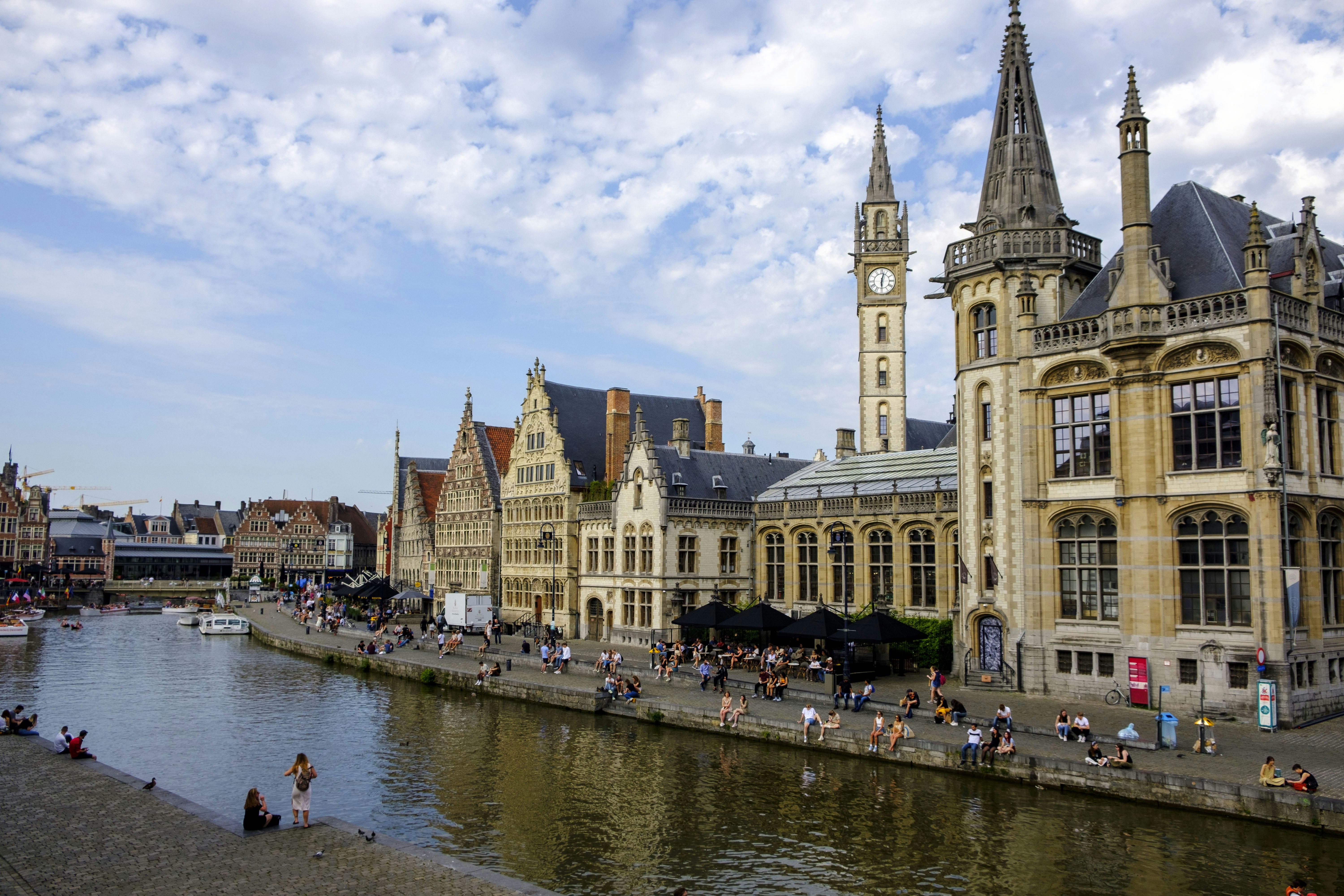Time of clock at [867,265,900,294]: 6:02
